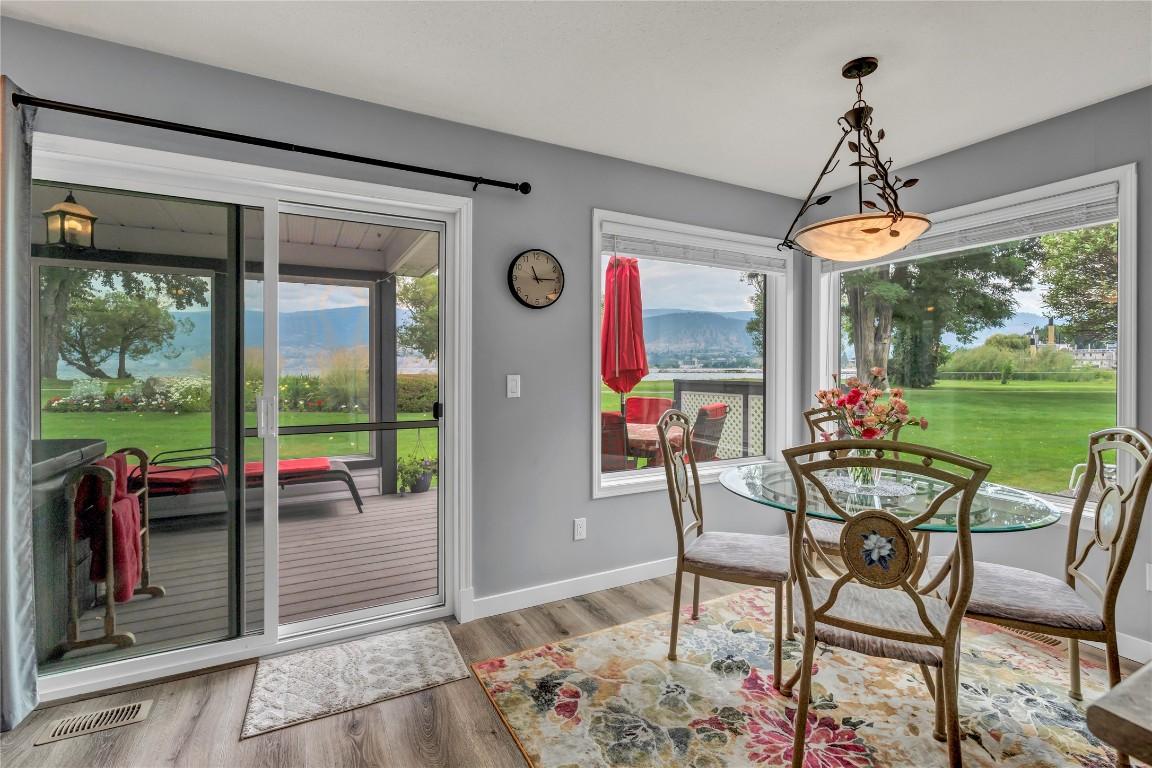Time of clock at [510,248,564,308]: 11:14
